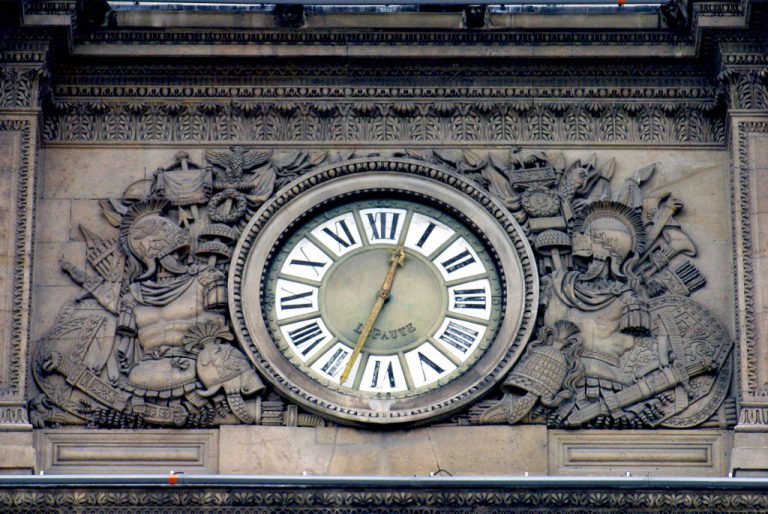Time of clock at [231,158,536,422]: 12:33
